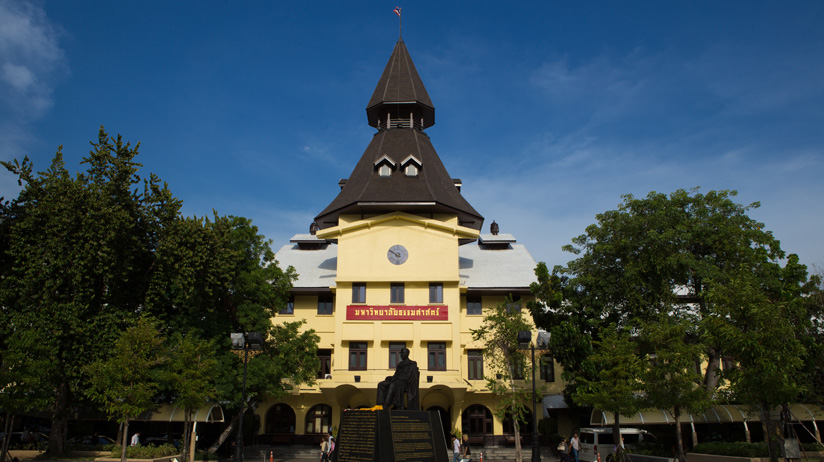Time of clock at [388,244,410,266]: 5:49
